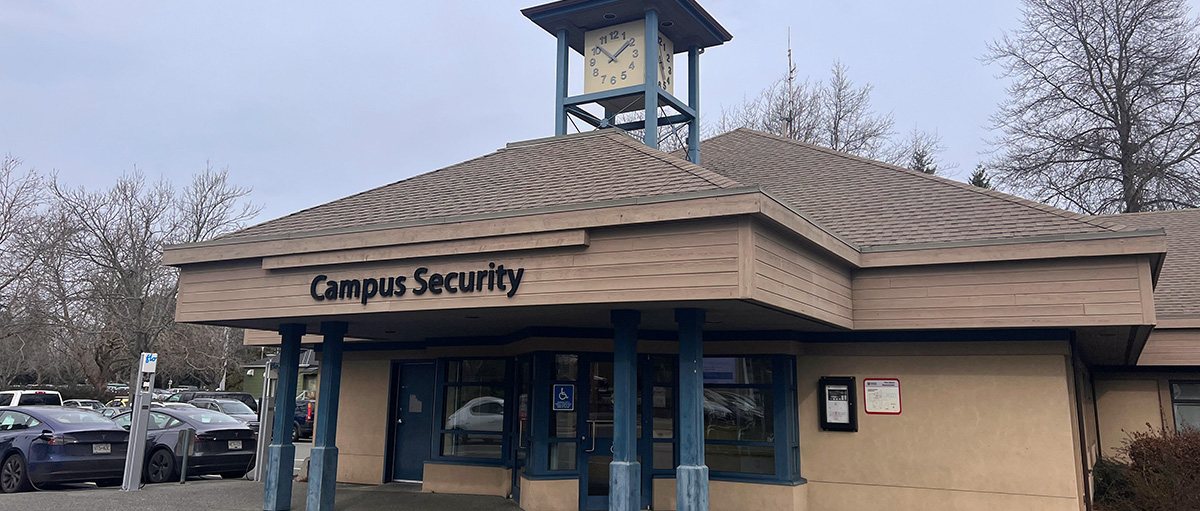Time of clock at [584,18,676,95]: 1:51
